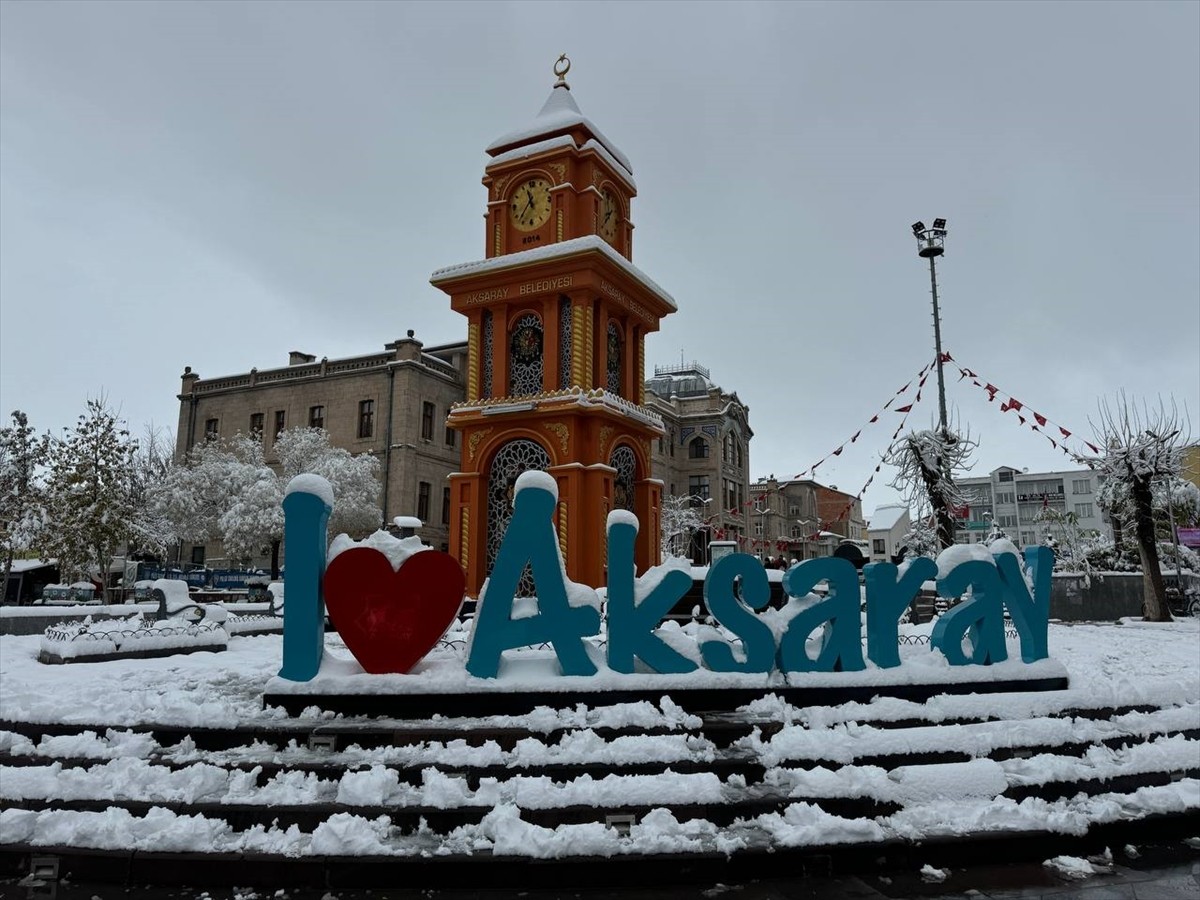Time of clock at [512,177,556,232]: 11:36
